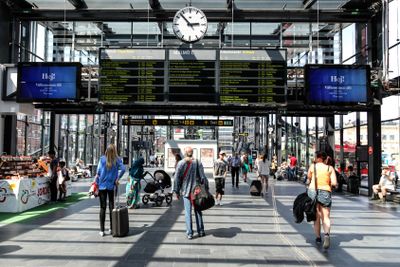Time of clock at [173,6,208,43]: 2:53
